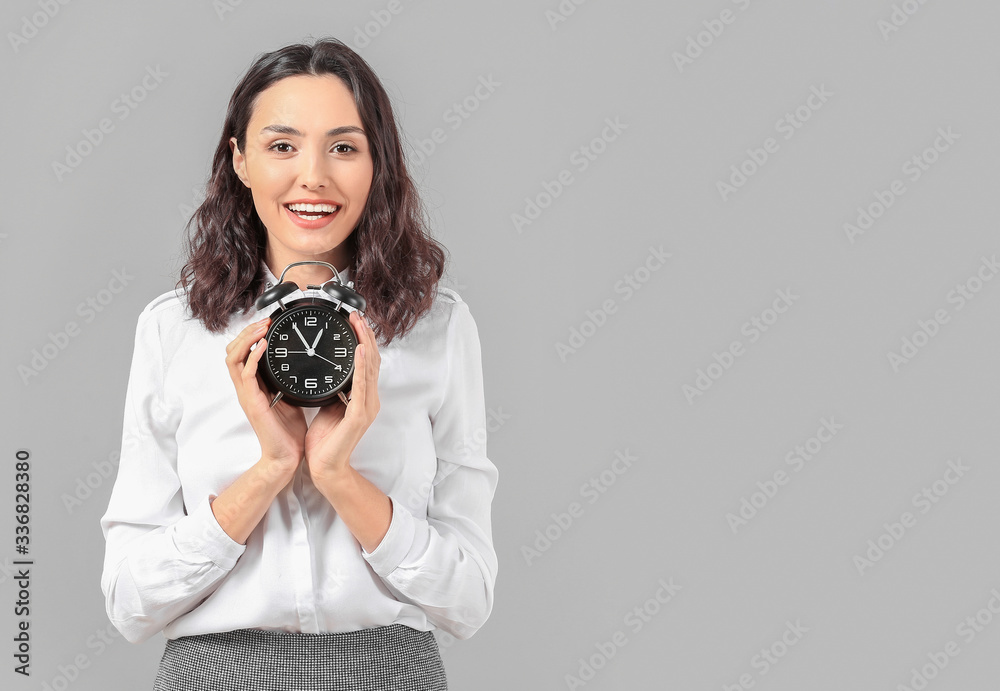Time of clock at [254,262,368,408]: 12:54
